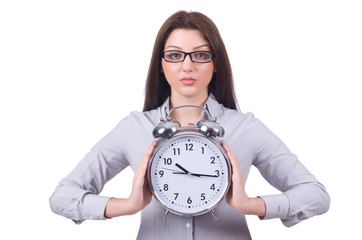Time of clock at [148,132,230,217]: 10:16
